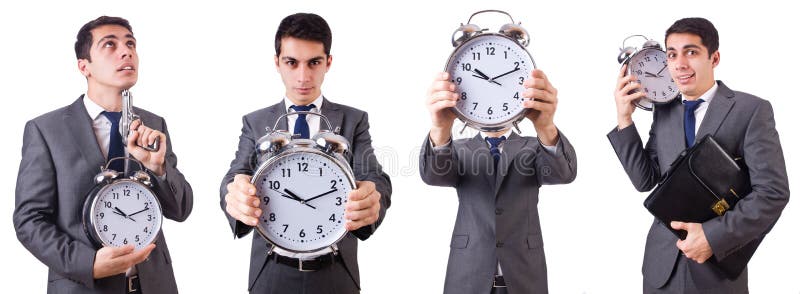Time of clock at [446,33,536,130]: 10:11
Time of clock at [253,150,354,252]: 10:11
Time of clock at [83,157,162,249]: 10:11
